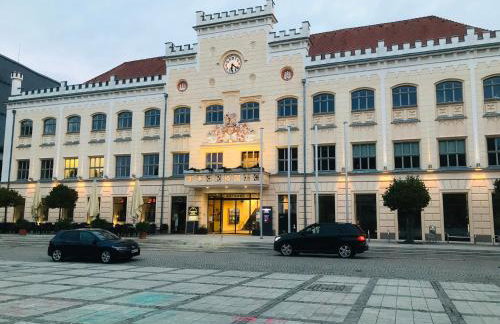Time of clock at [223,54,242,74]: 6:21
